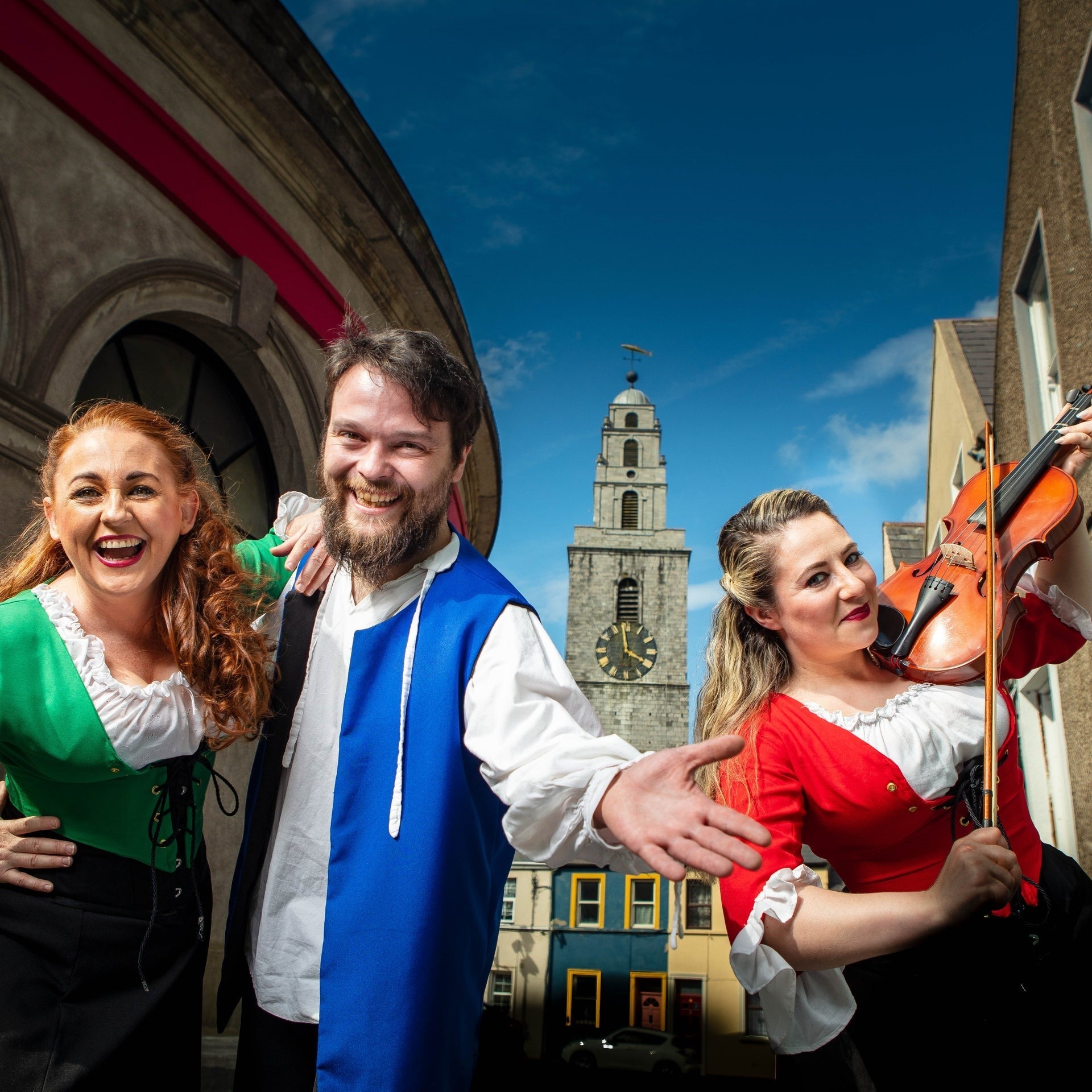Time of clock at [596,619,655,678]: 3:58
